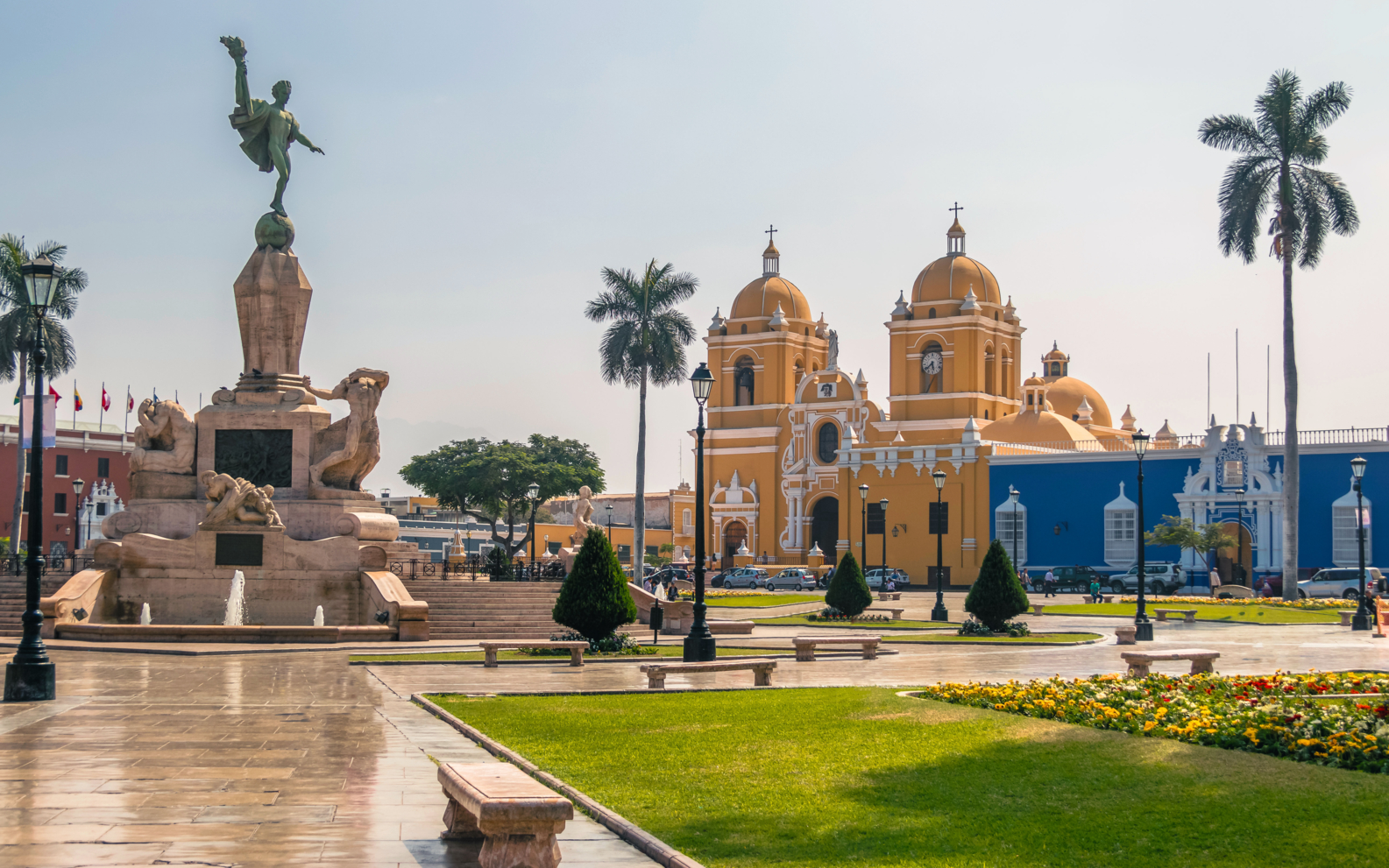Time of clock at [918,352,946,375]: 5:38
